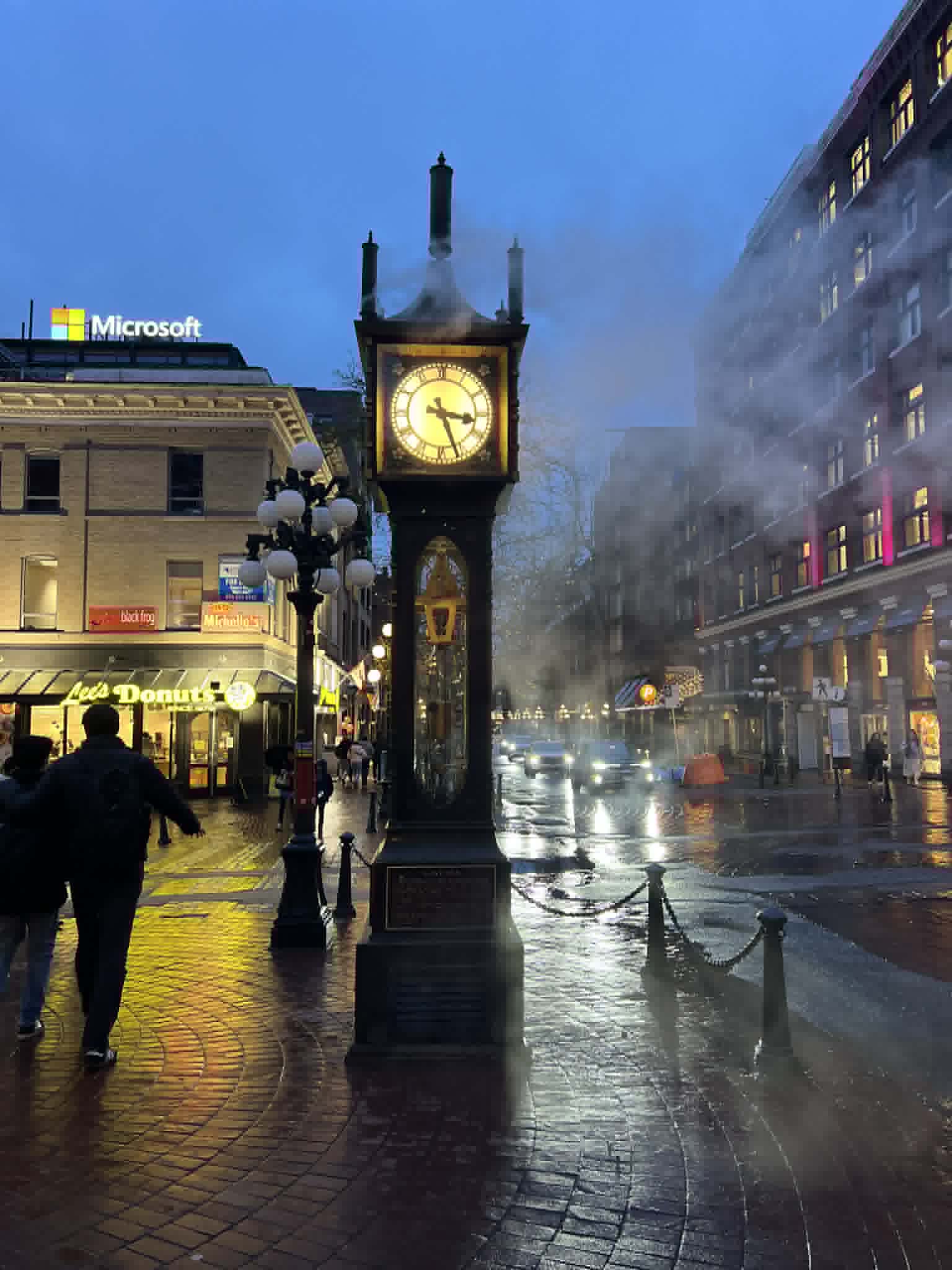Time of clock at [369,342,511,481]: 3:26
